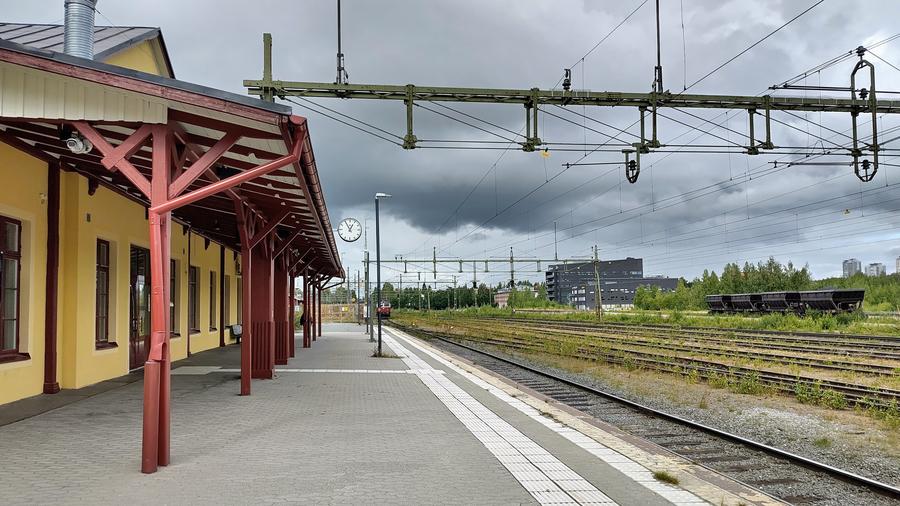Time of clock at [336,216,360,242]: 12:55
